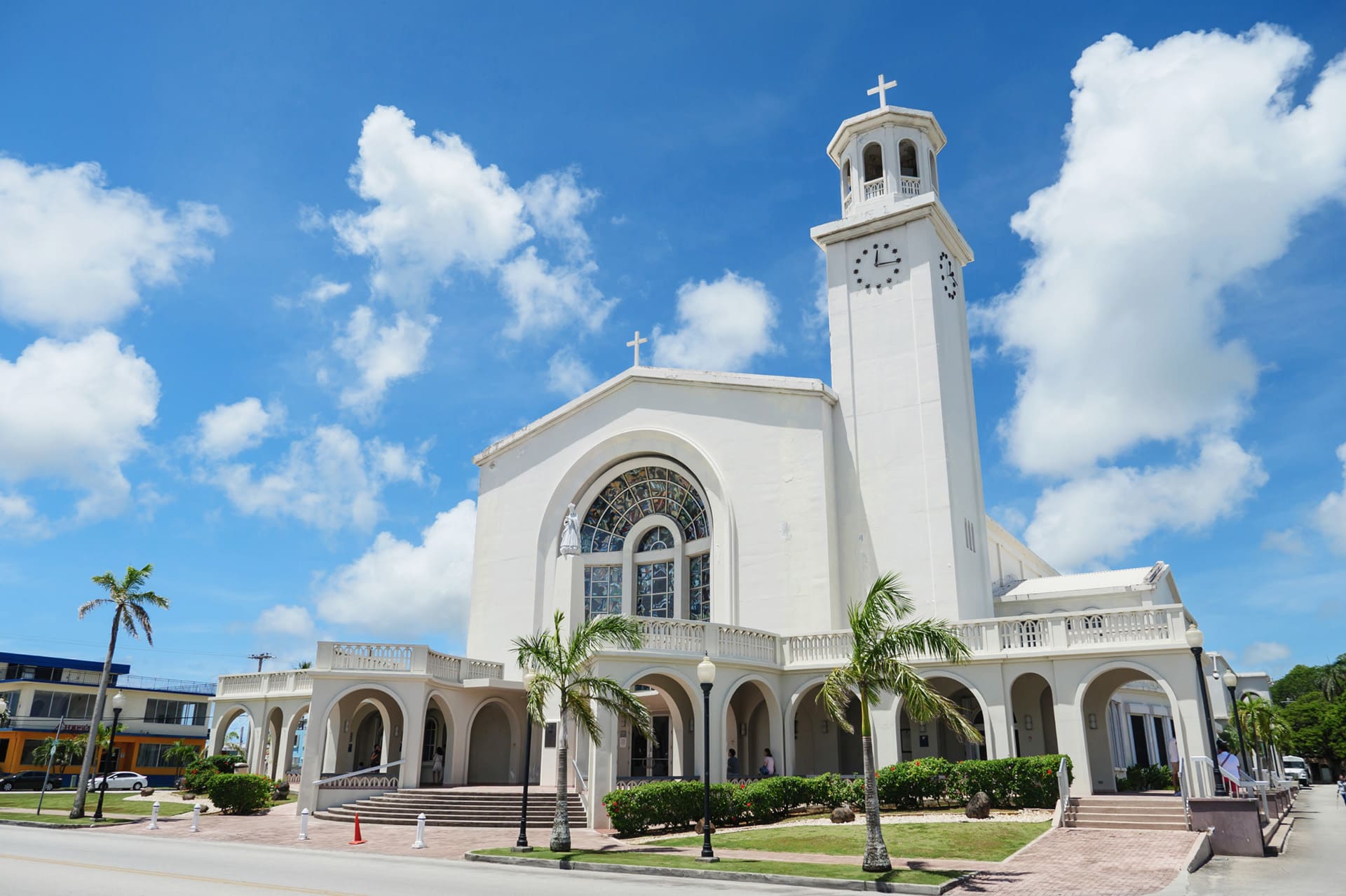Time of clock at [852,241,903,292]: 12:15
